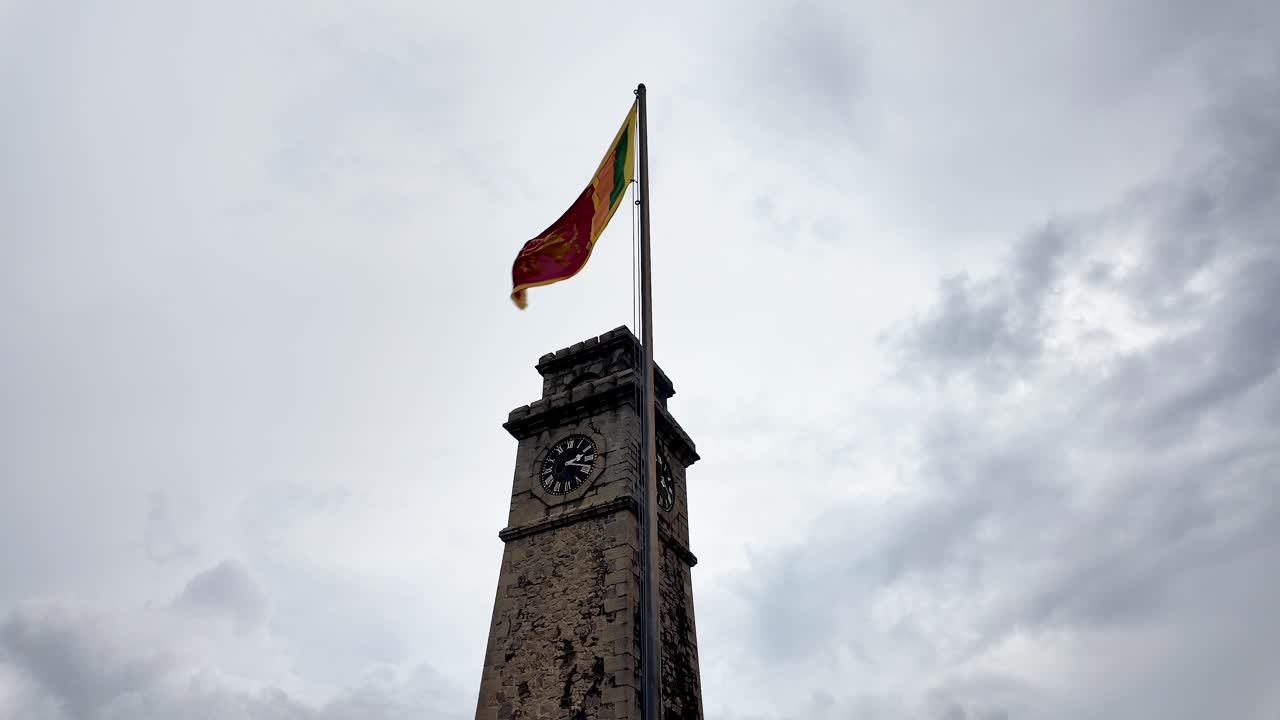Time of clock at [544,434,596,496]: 2:18
